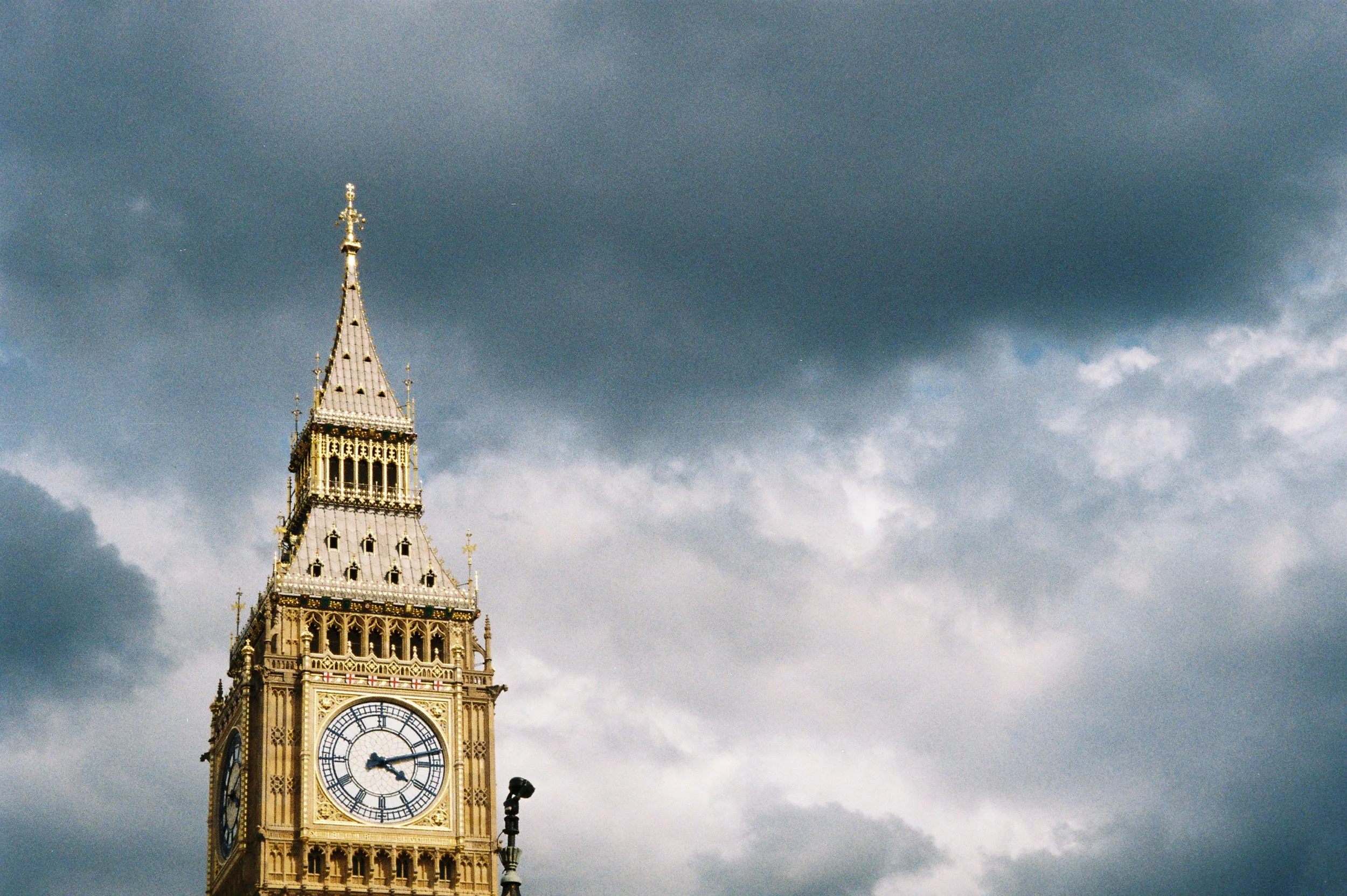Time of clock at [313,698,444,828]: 4:12
